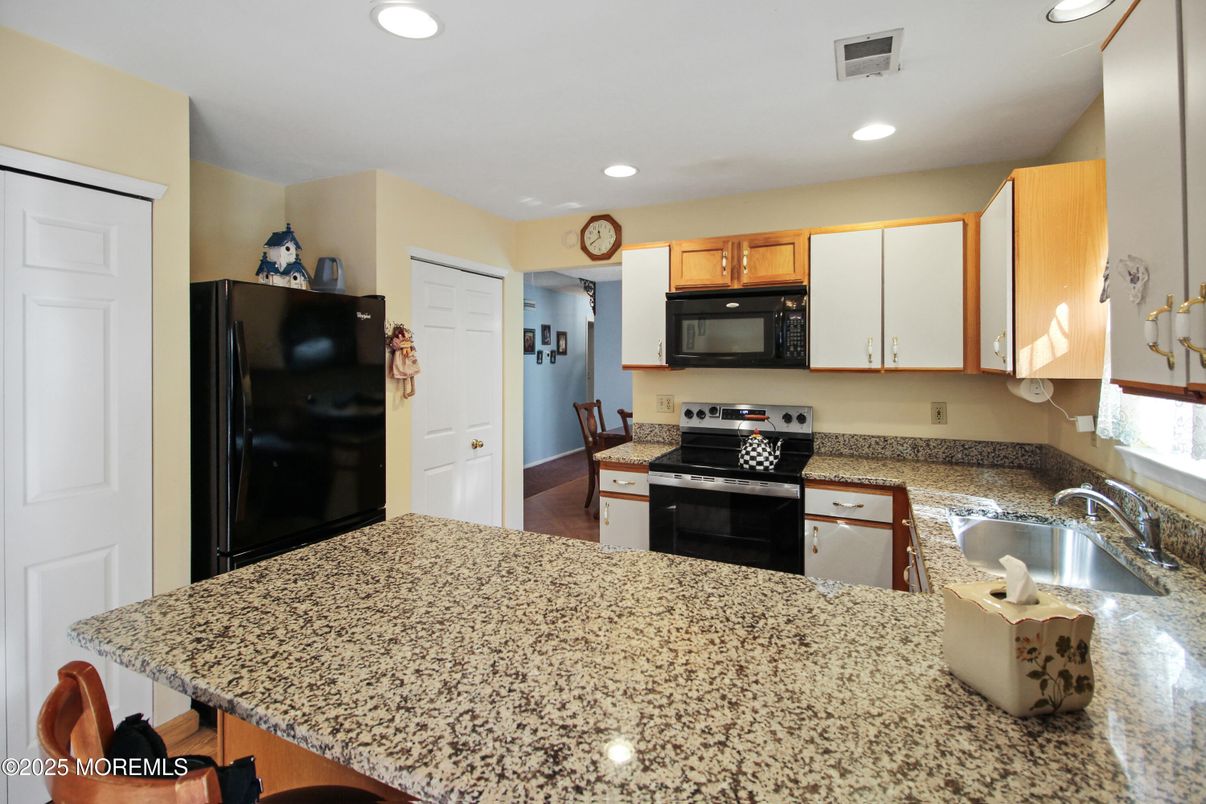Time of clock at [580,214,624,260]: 11:39
